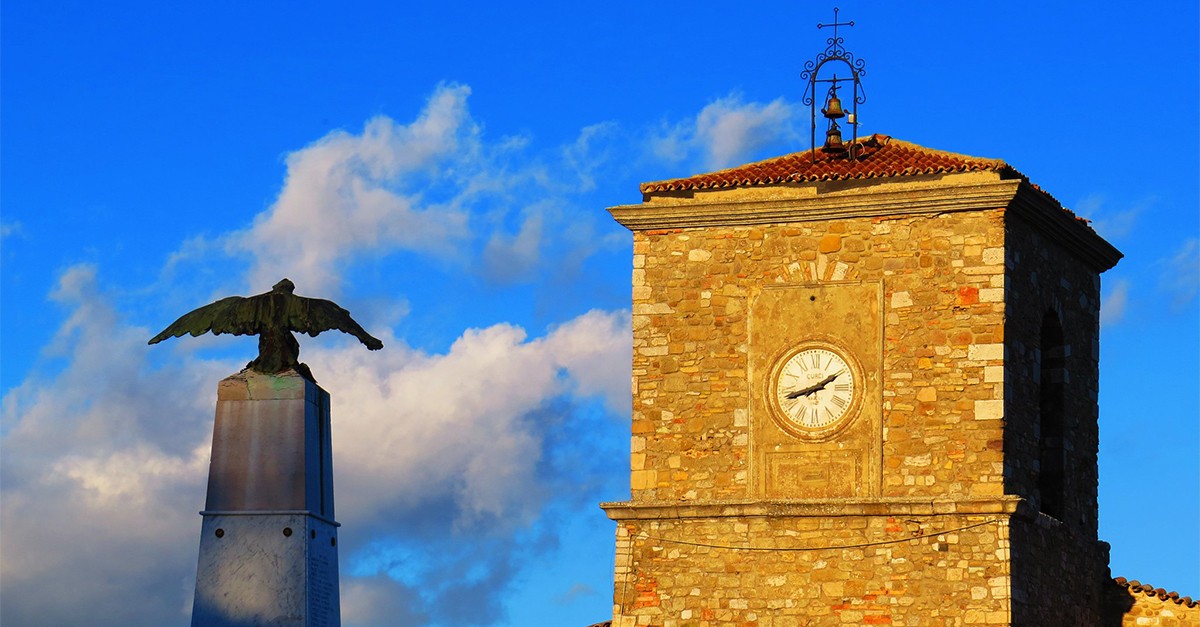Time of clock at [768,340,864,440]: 1:42
